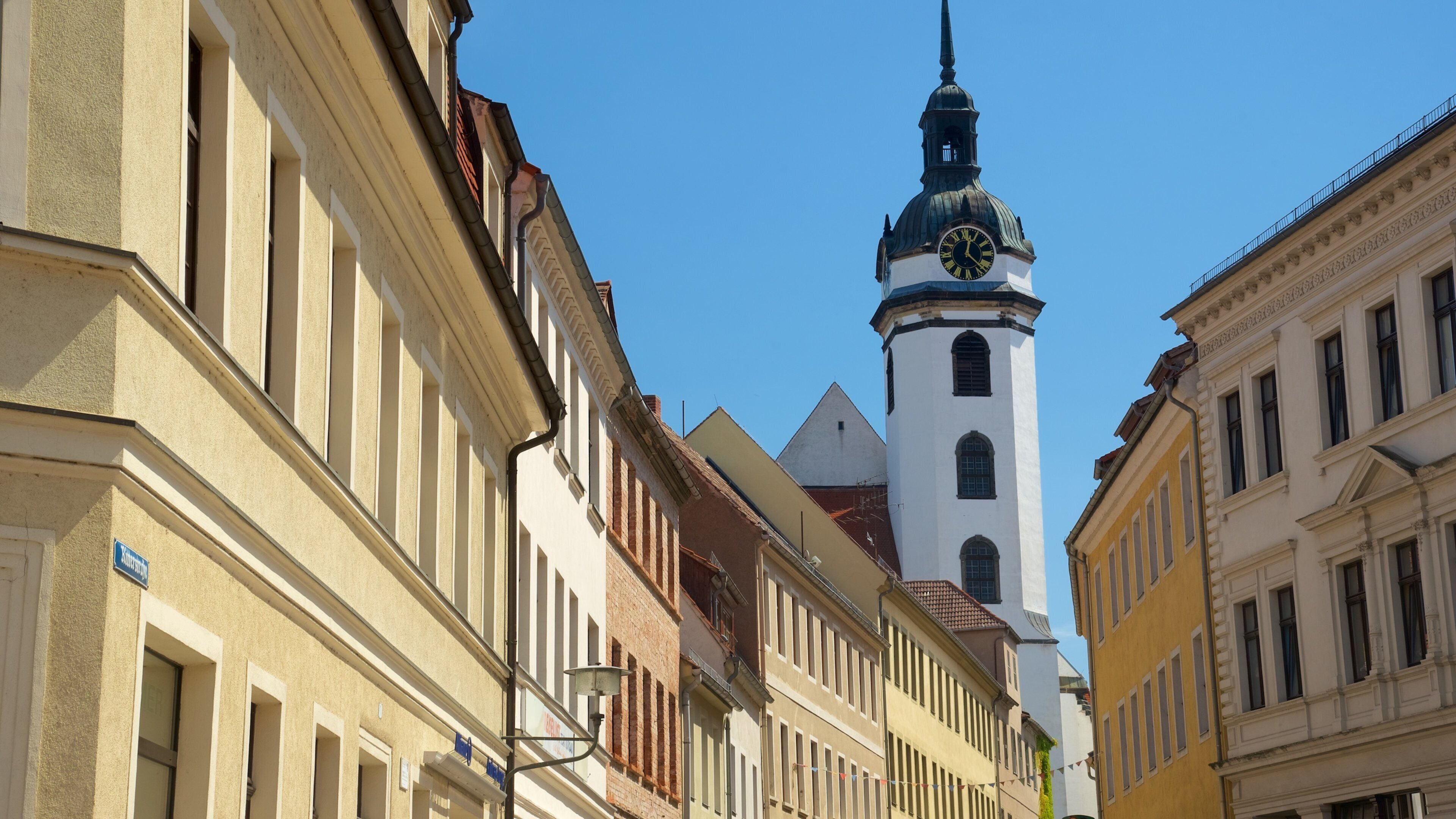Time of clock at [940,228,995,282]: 12:22
